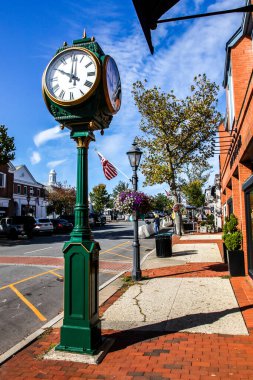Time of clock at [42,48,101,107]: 10:00
